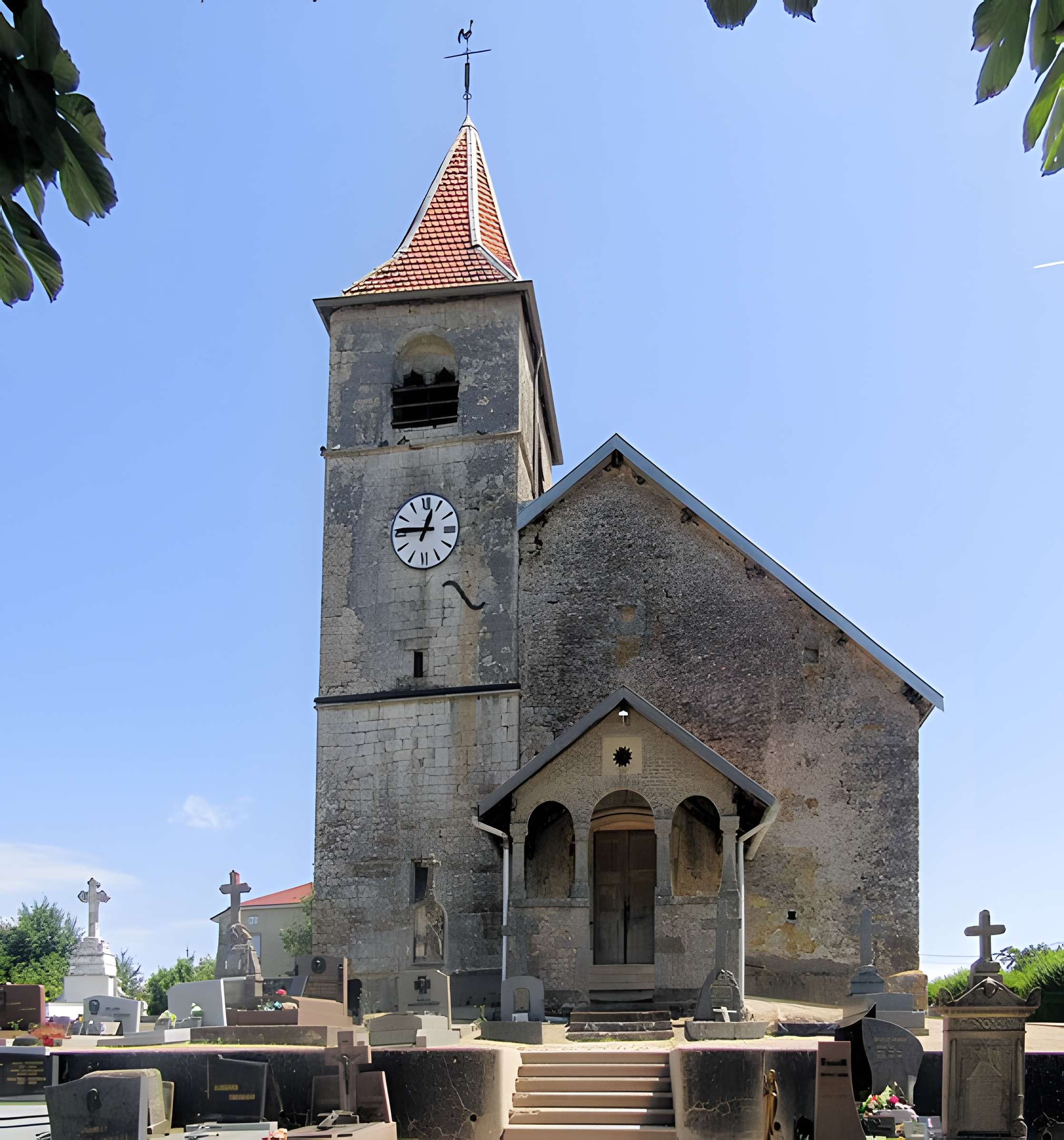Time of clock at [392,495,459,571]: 12:45
